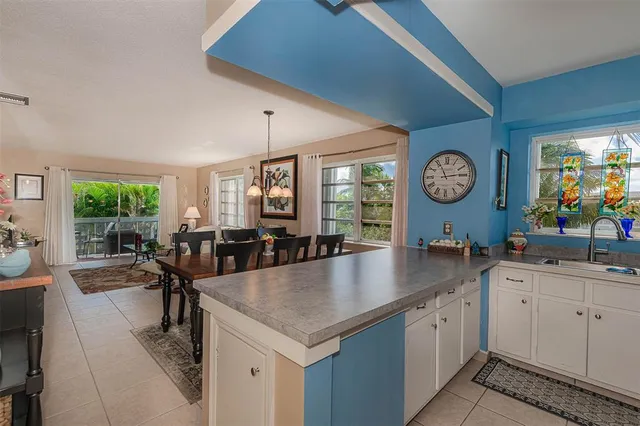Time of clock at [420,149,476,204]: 11:13
